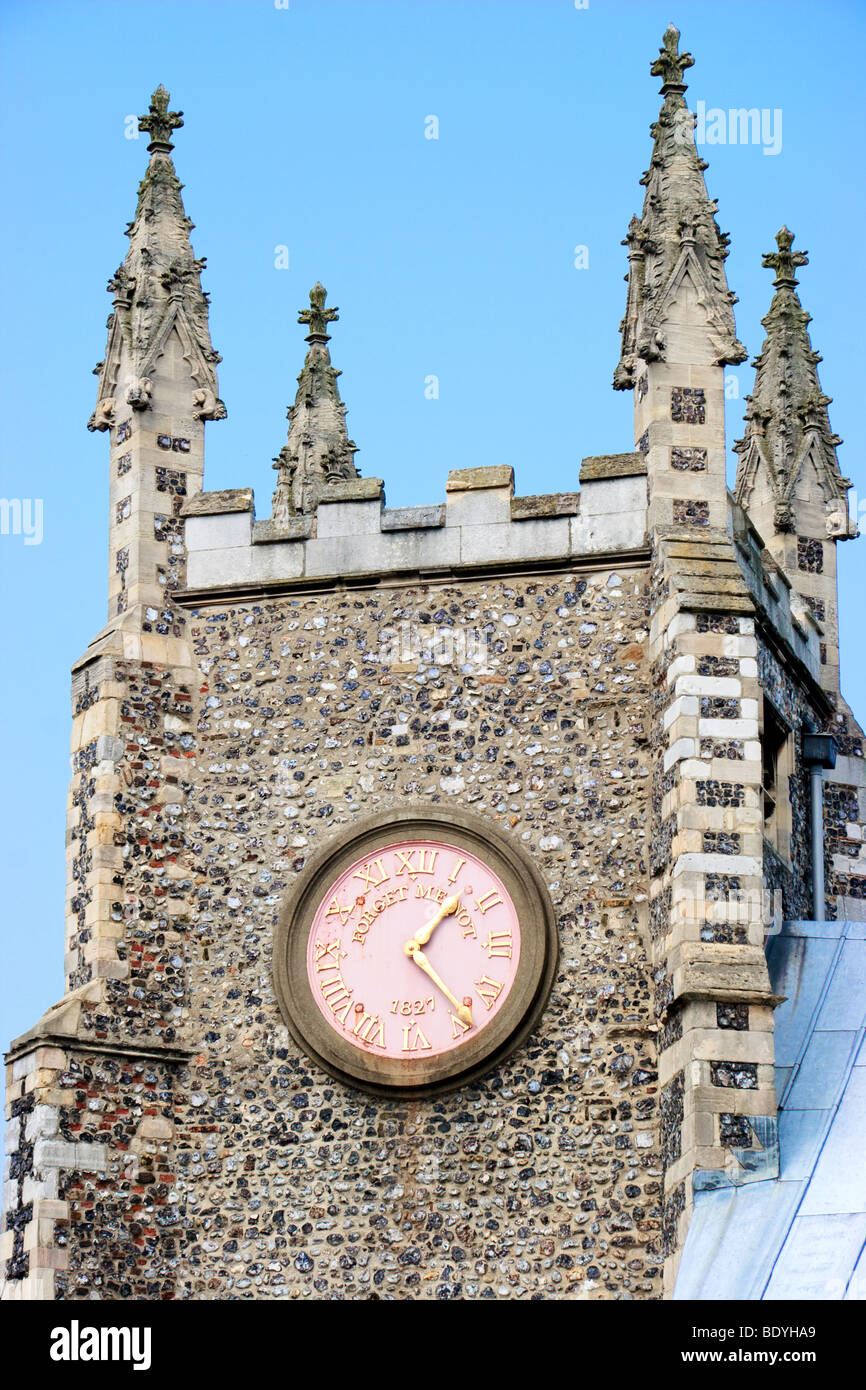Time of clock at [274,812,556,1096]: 1:23
